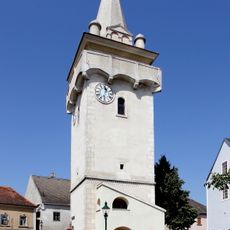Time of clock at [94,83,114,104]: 12:32
